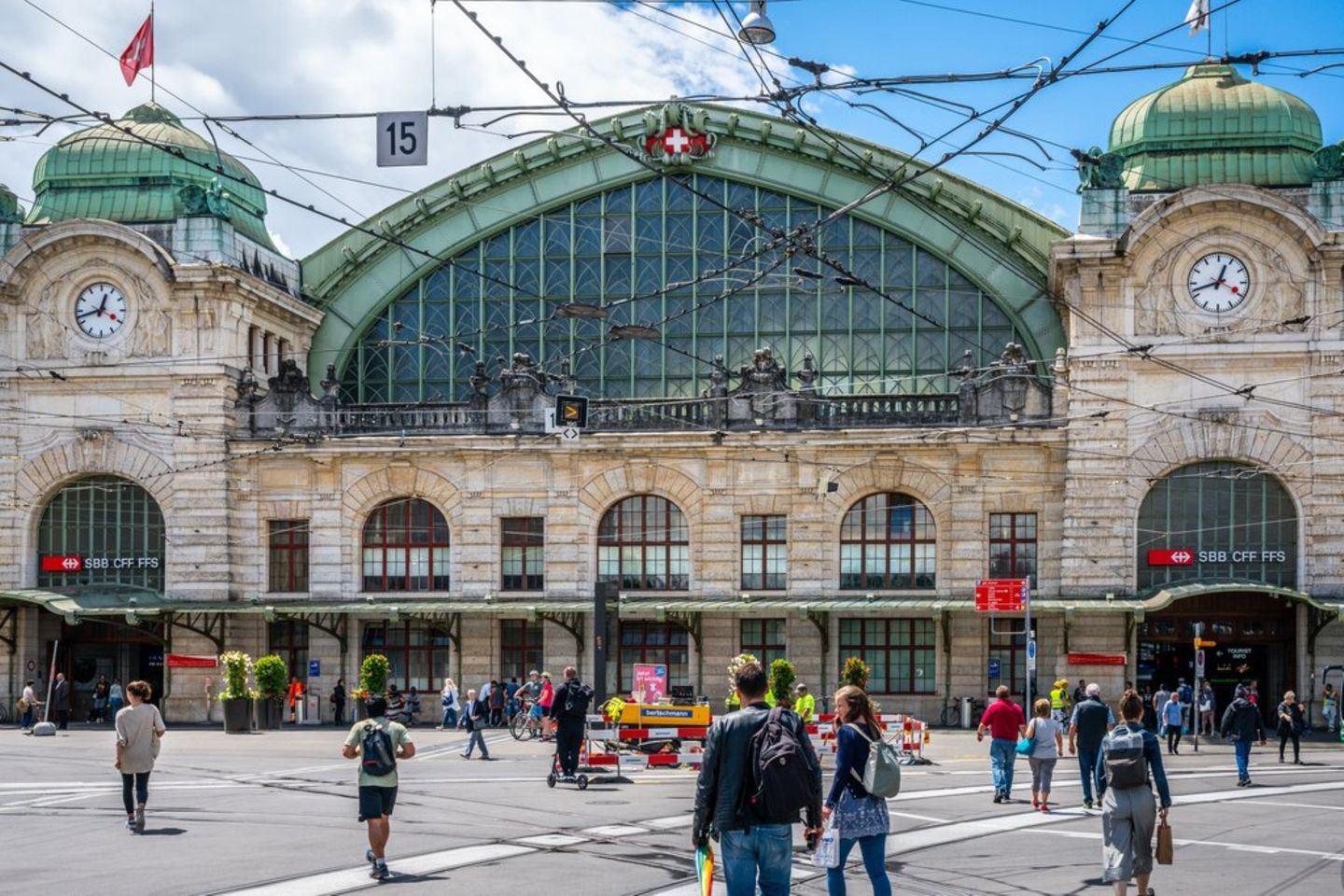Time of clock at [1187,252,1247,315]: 12:42
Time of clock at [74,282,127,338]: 12:42
